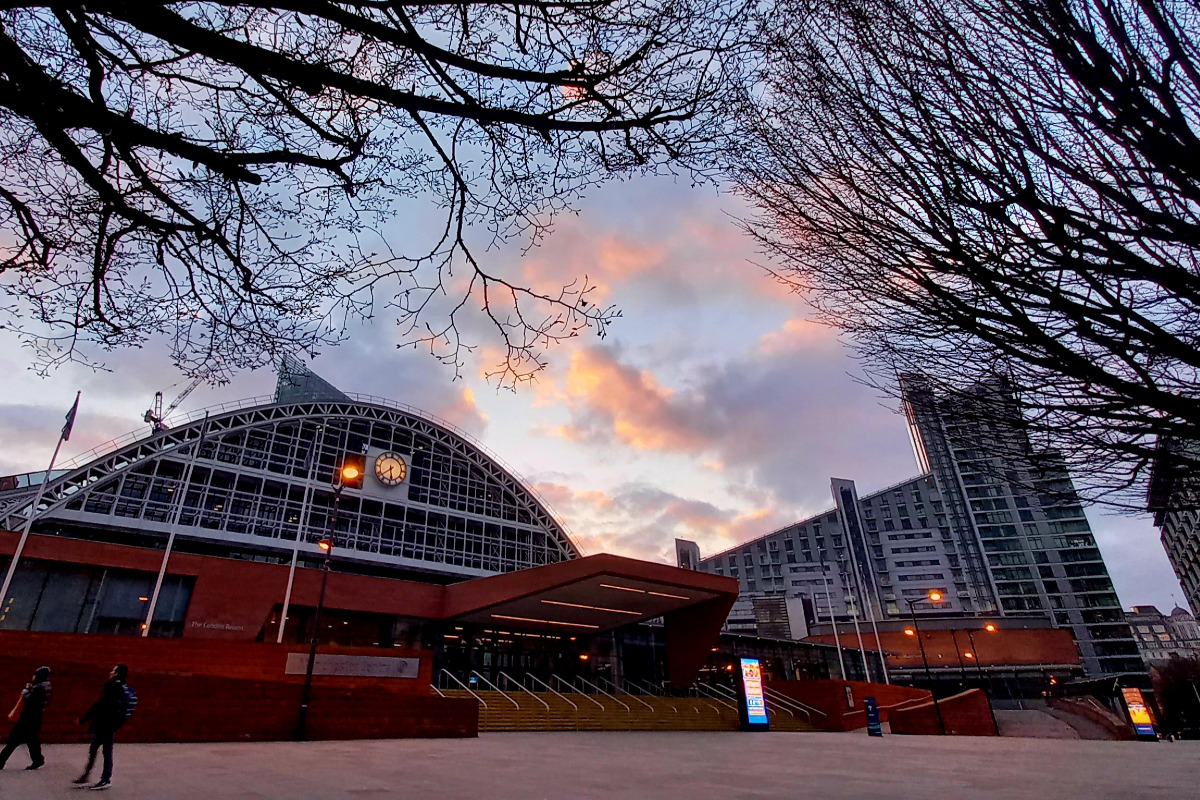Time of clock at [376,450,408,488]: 5:38
